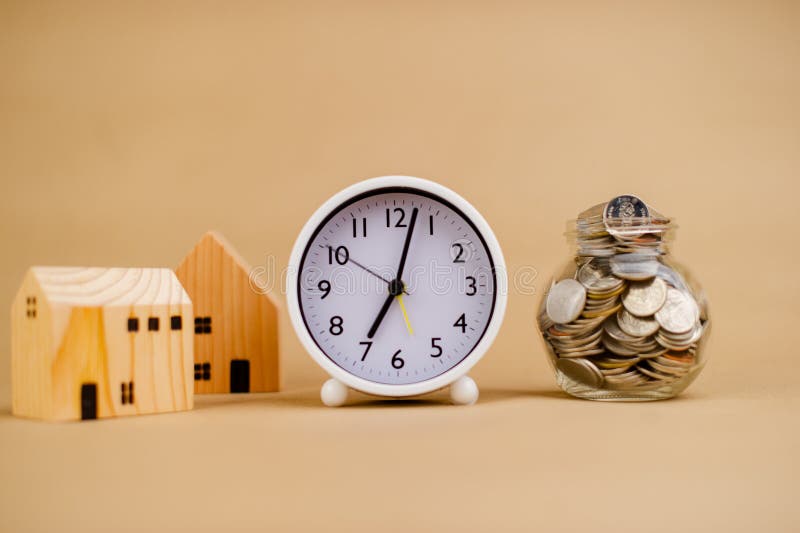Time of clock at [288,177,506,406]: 7:02
